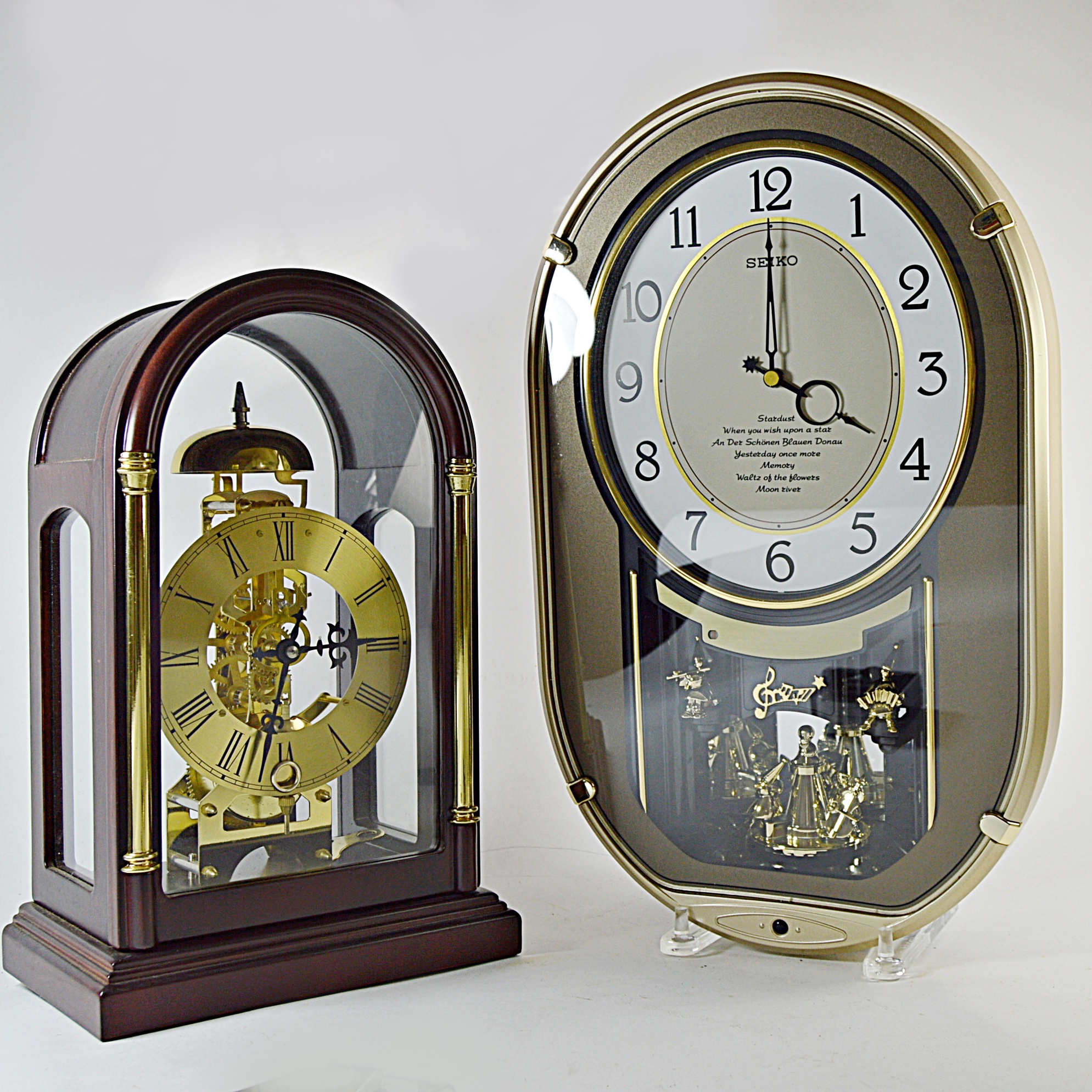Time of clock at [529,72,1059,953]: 4:00
